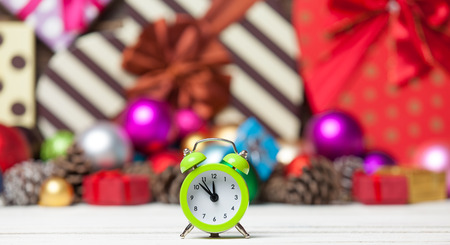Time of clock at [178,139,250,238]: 11:52
